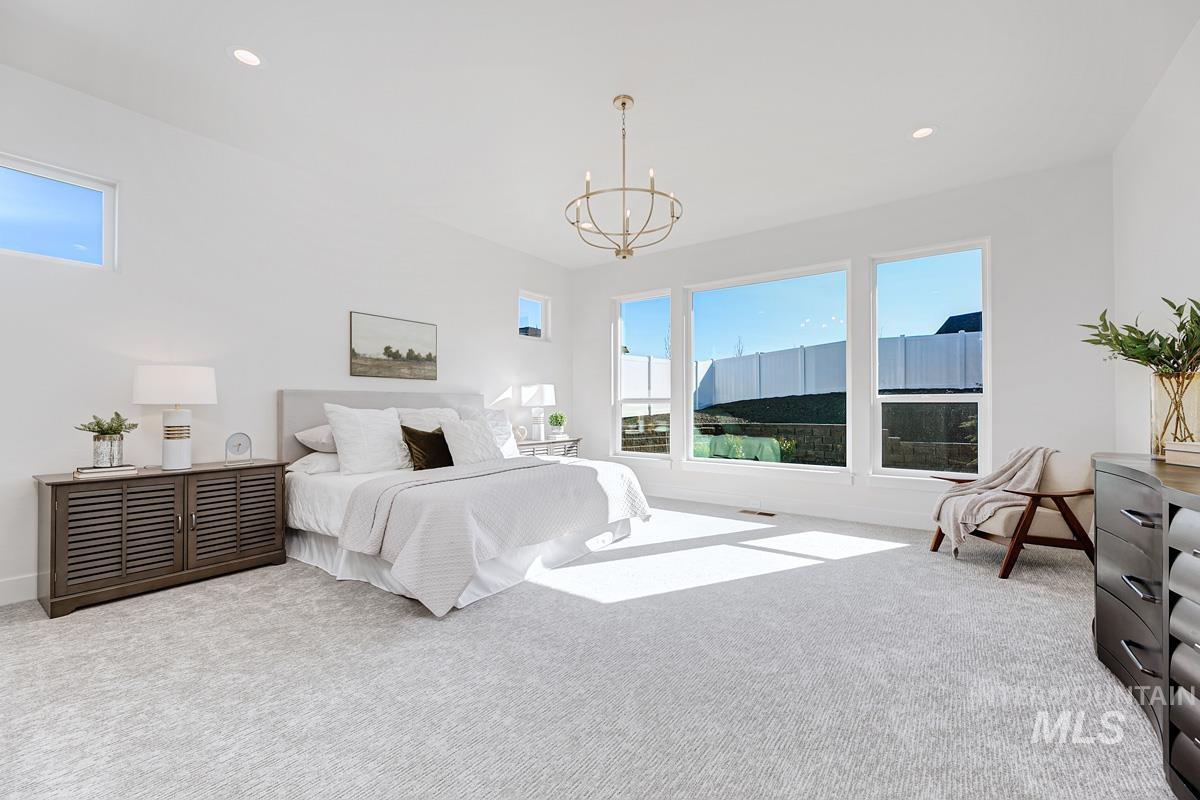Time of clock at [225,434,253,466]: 8:32
